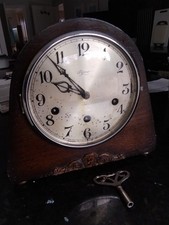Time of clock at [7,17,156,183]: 9:53
